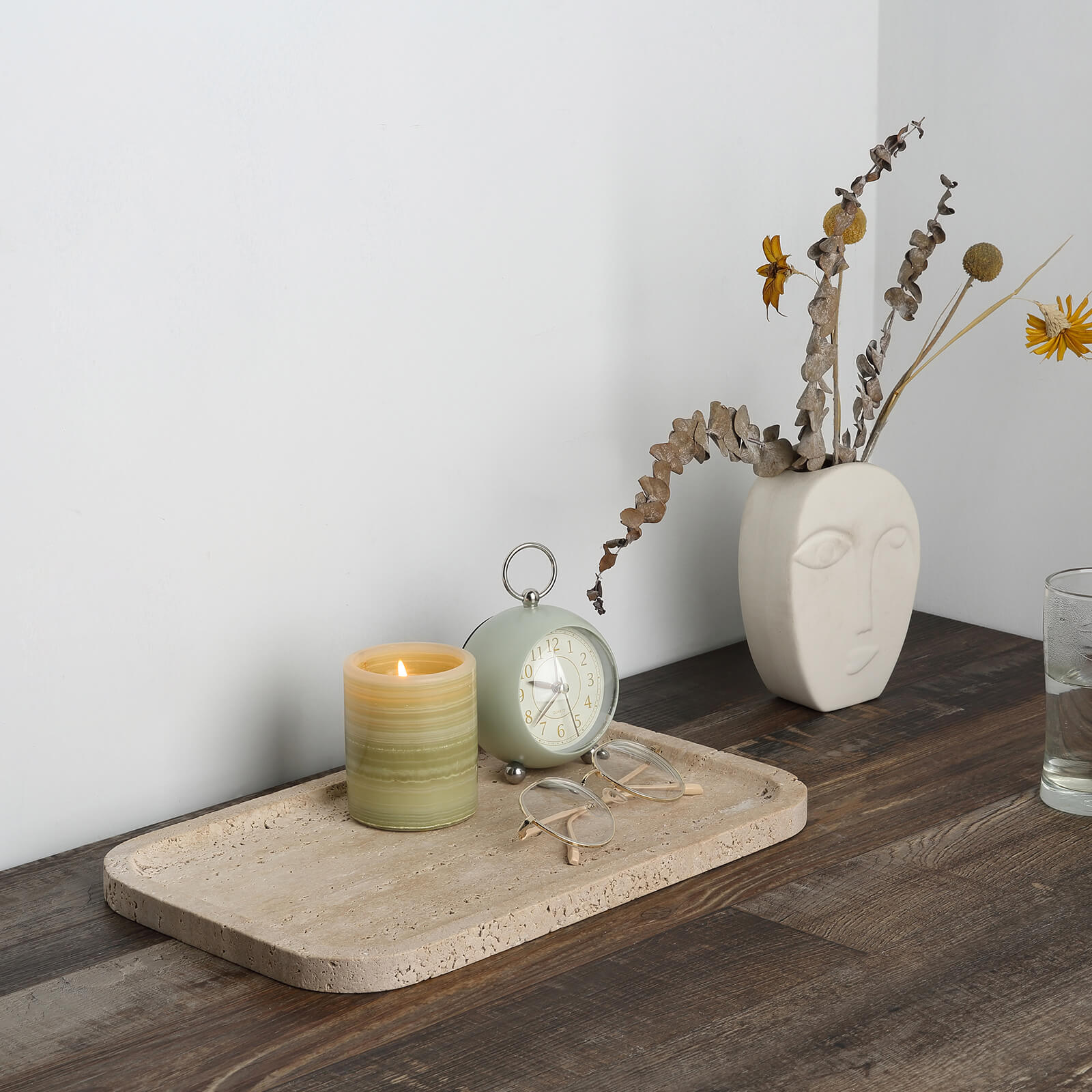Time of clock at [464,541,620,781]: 11:46
